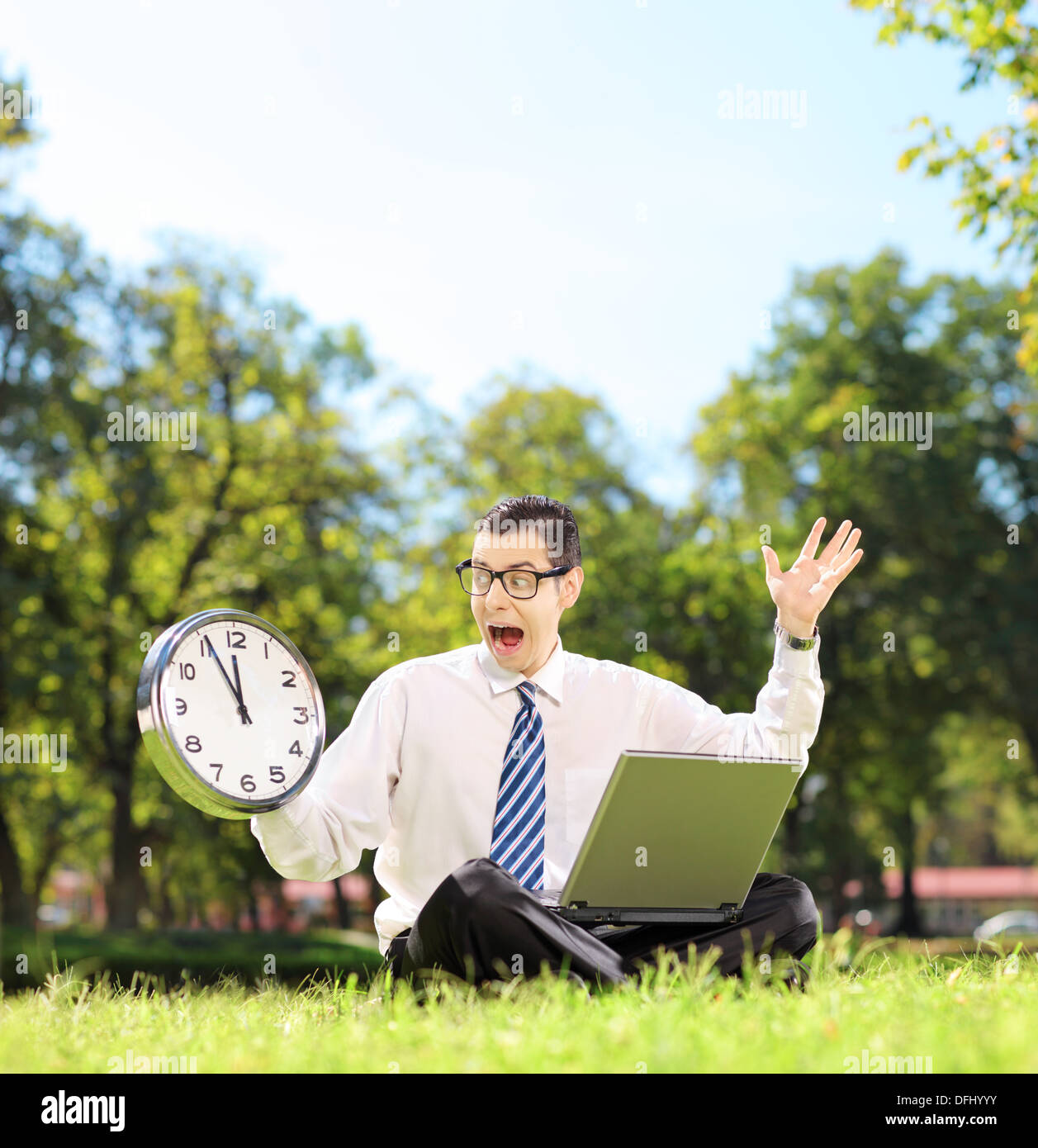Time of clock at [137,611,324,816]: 11:55
